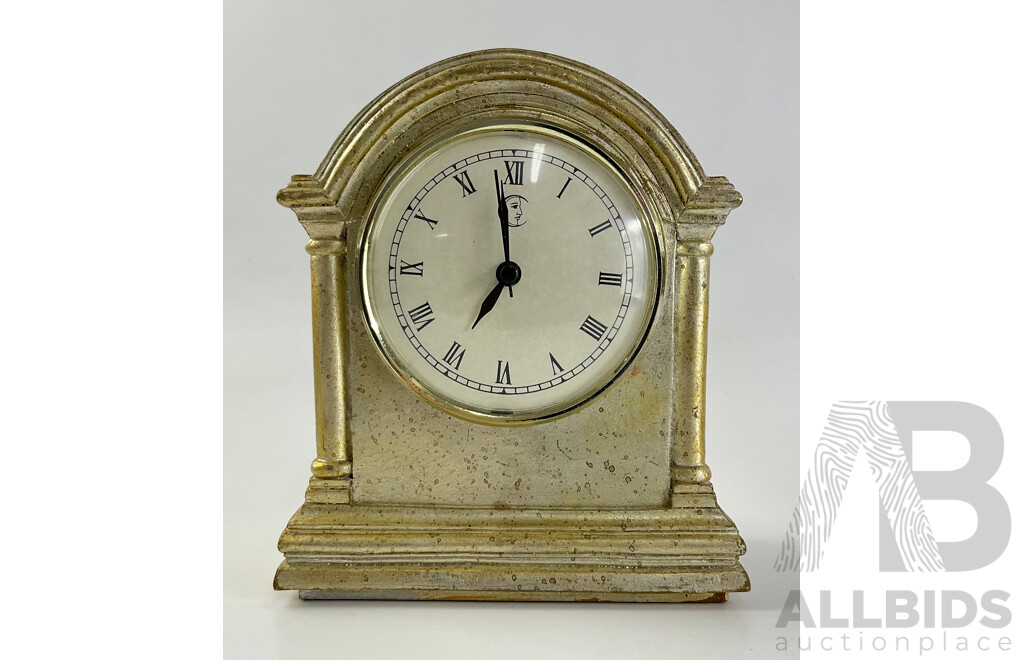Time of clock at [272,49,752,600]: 6:58
